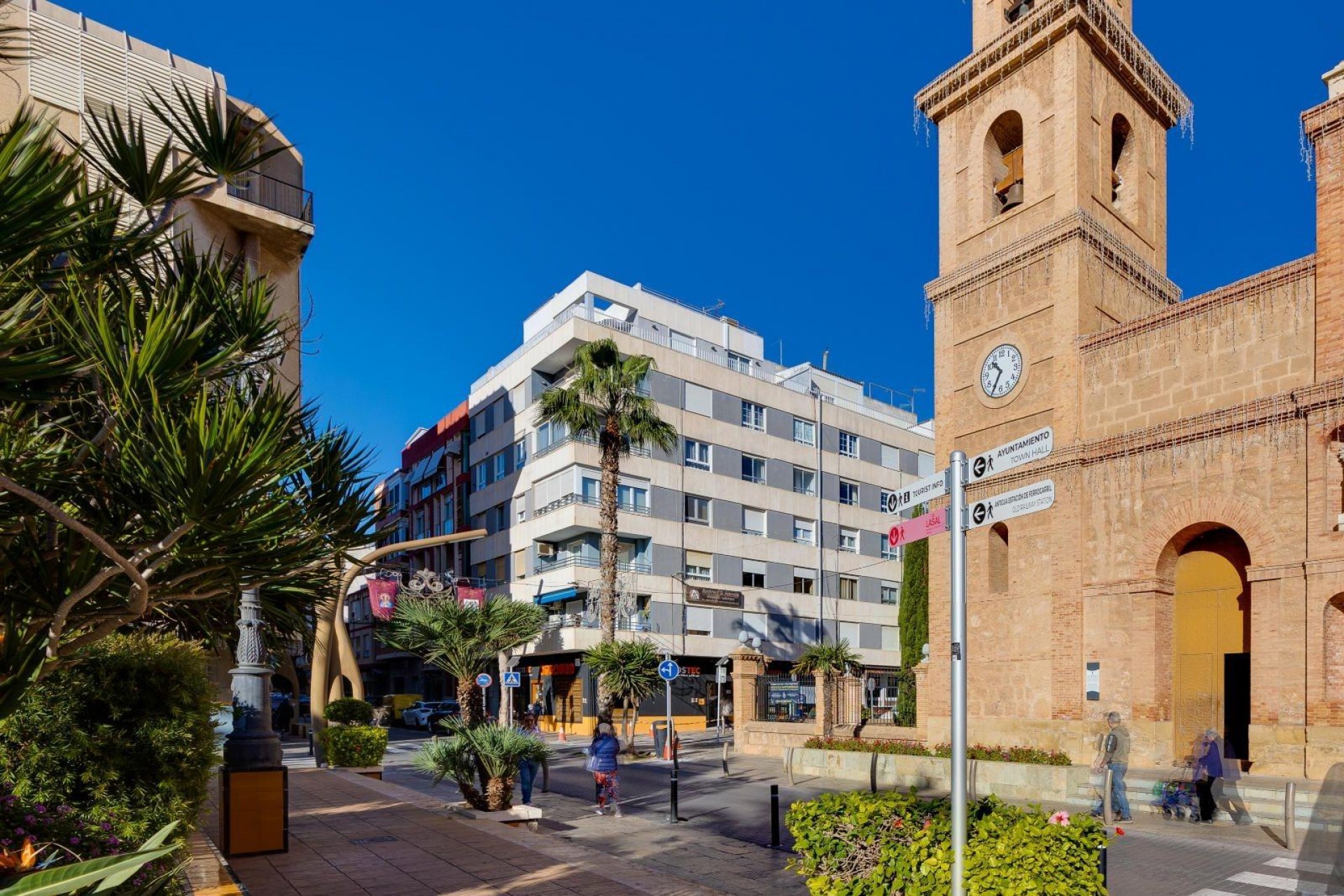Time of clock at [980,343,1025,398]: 10:34
